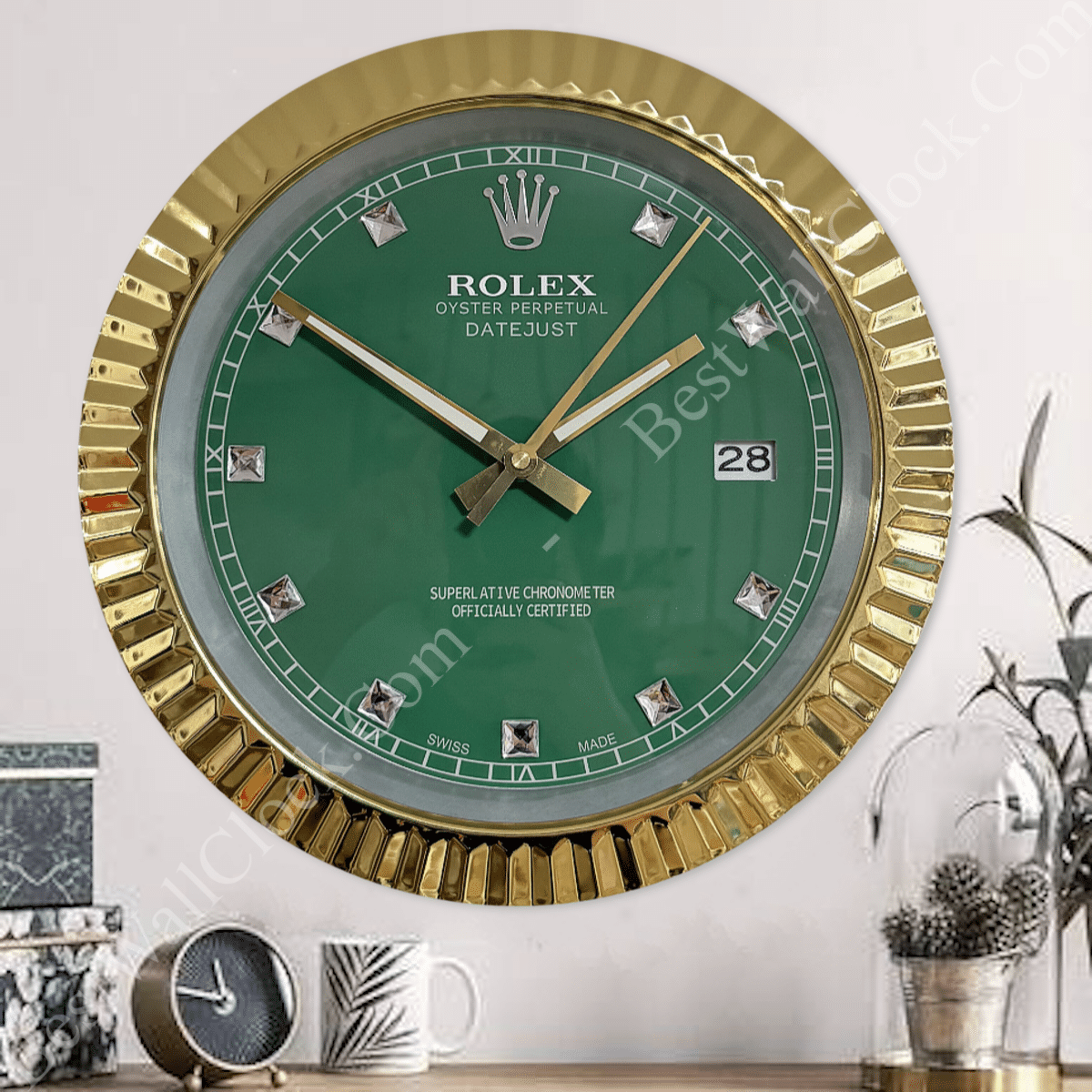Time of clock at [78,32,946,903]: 1:50
